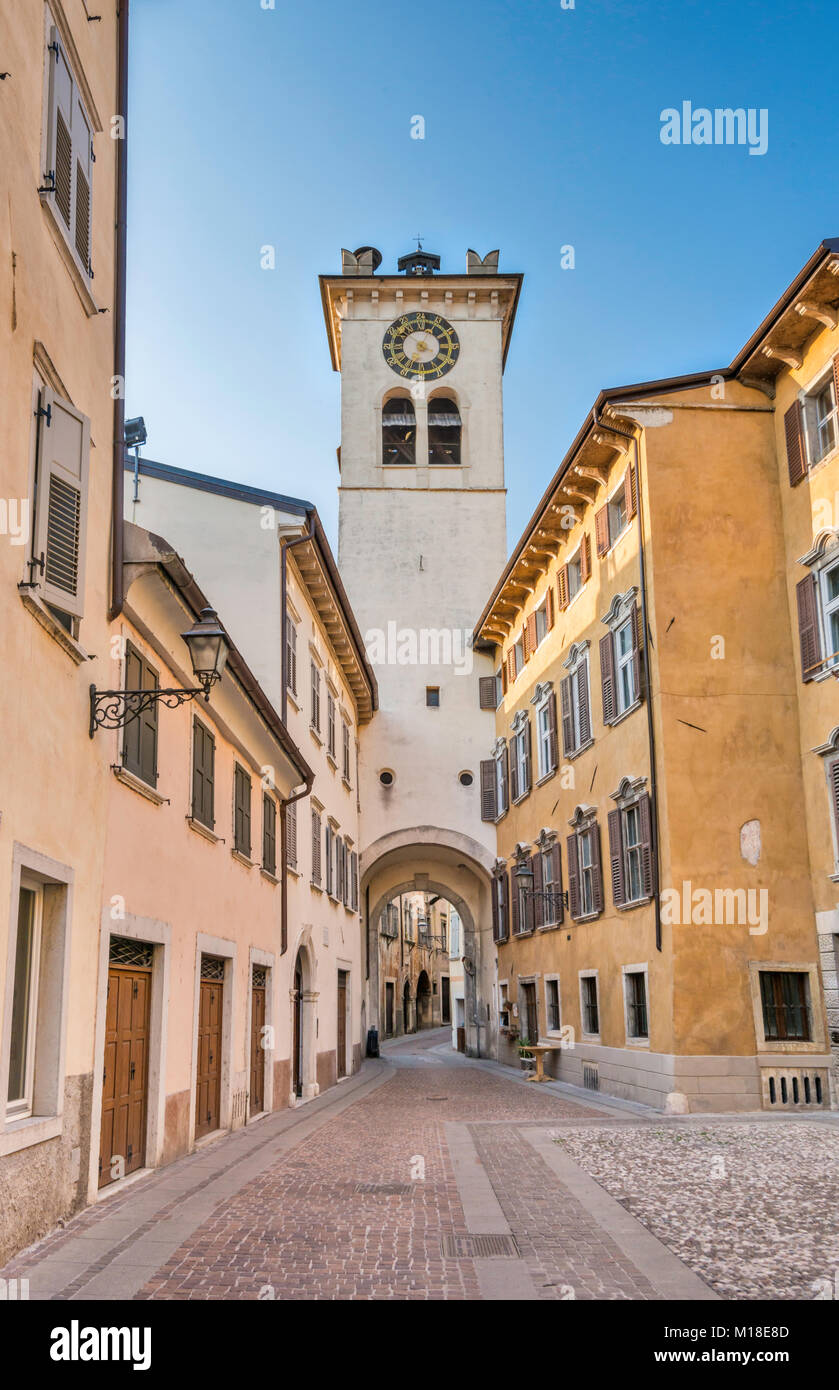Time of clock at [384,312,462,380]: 3:51
